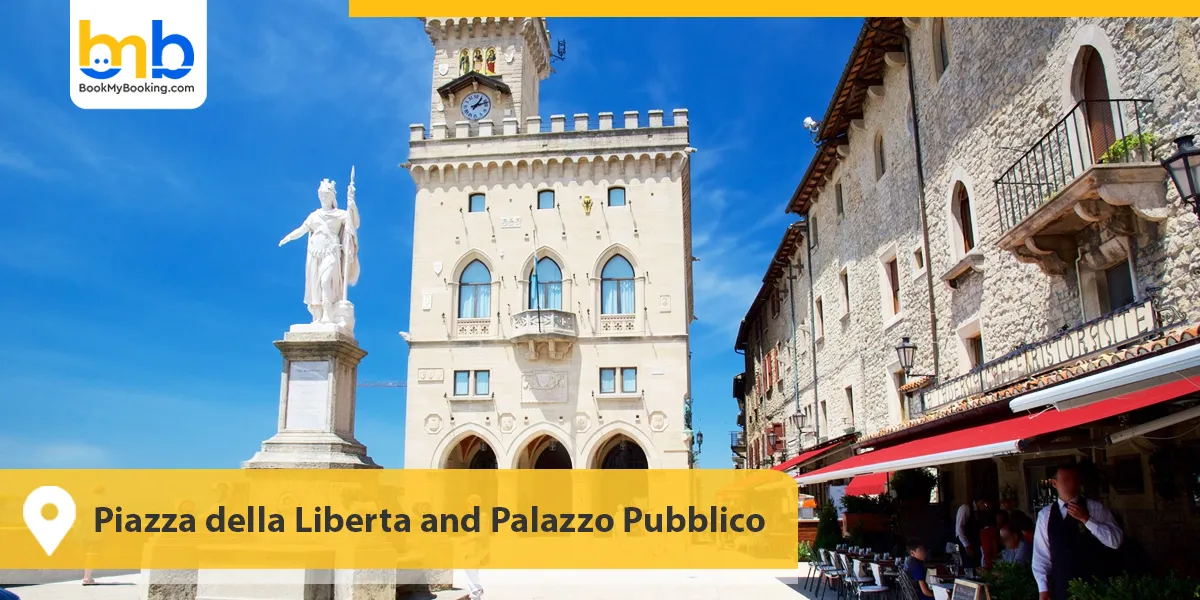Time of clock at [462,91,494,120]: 1:12
